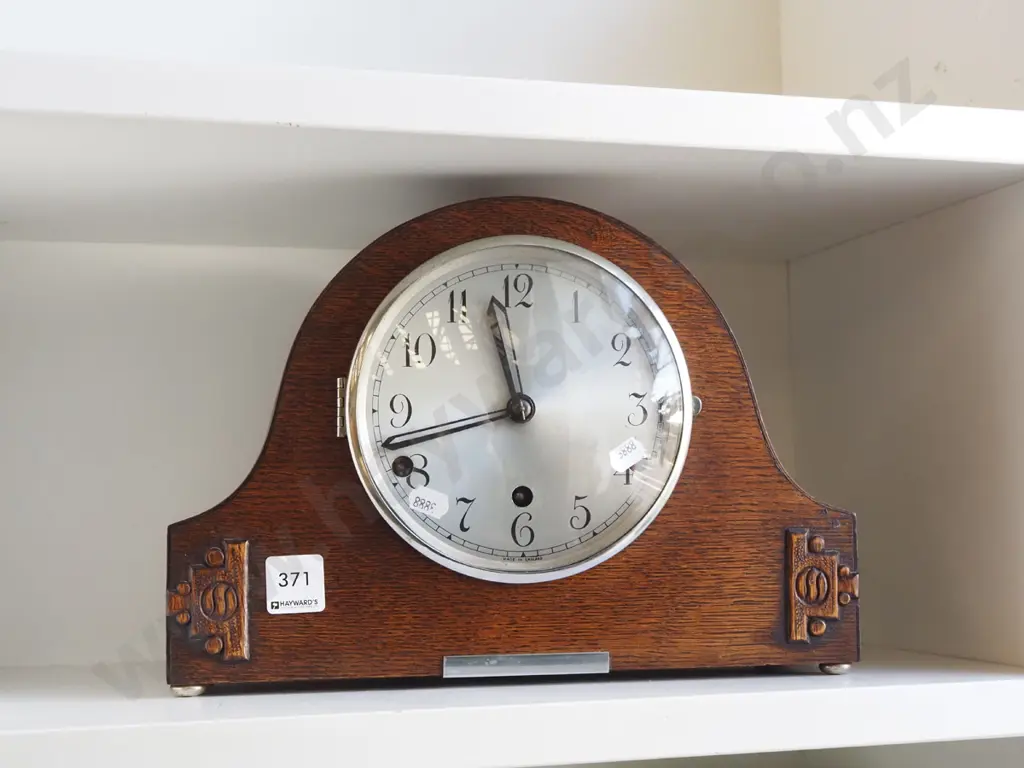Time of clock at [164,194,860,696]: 11:42
